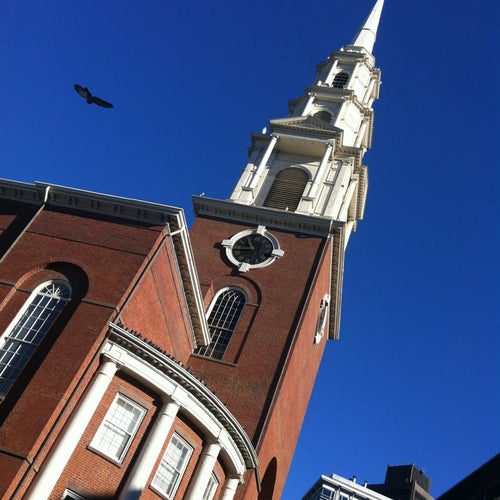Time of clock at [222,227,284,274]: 10:45
